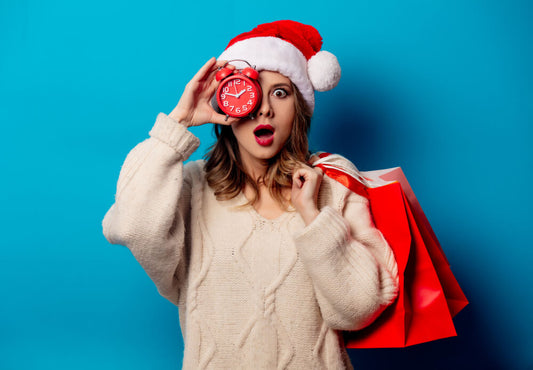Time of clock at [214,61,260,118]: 1:47
